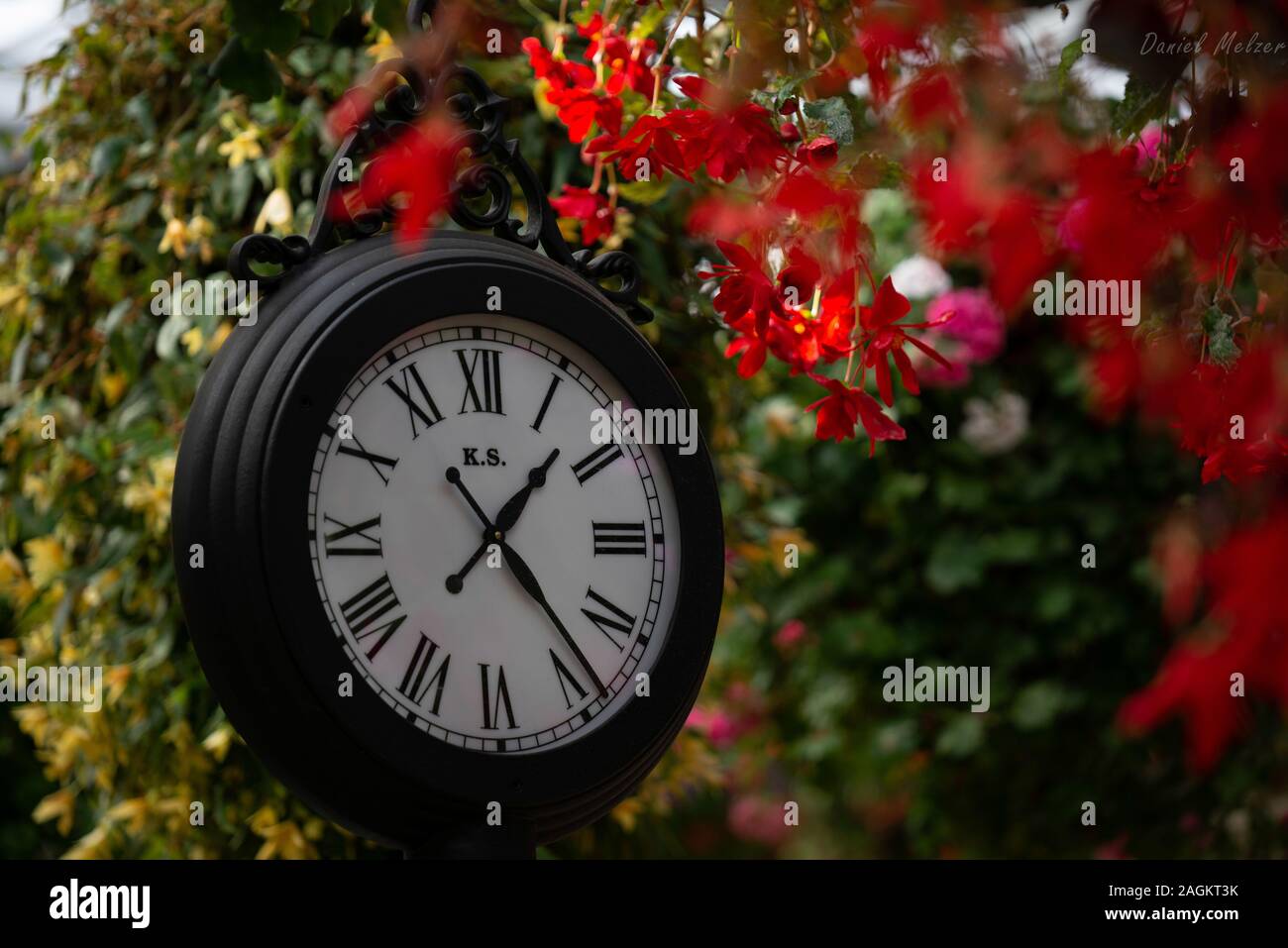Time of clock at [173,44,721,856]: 1:23
